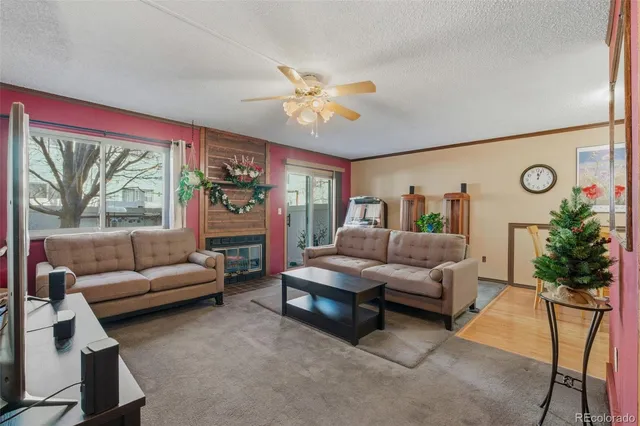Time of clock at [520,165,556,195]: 12:03
